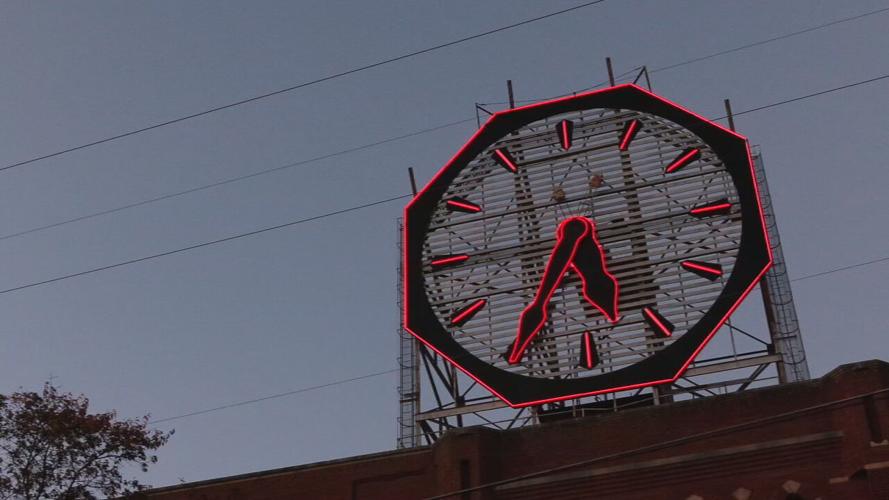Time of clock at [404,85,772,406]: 5:34
